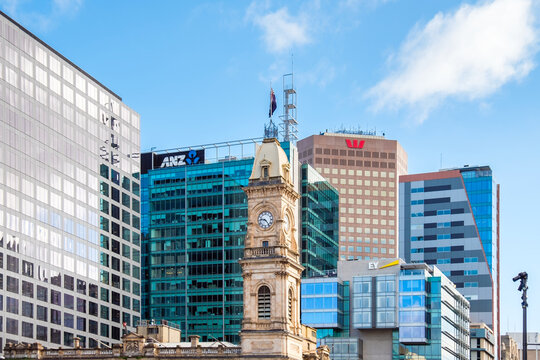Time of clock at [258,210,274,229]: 9:23
